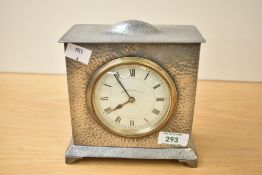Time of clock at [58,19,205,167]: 7:54
